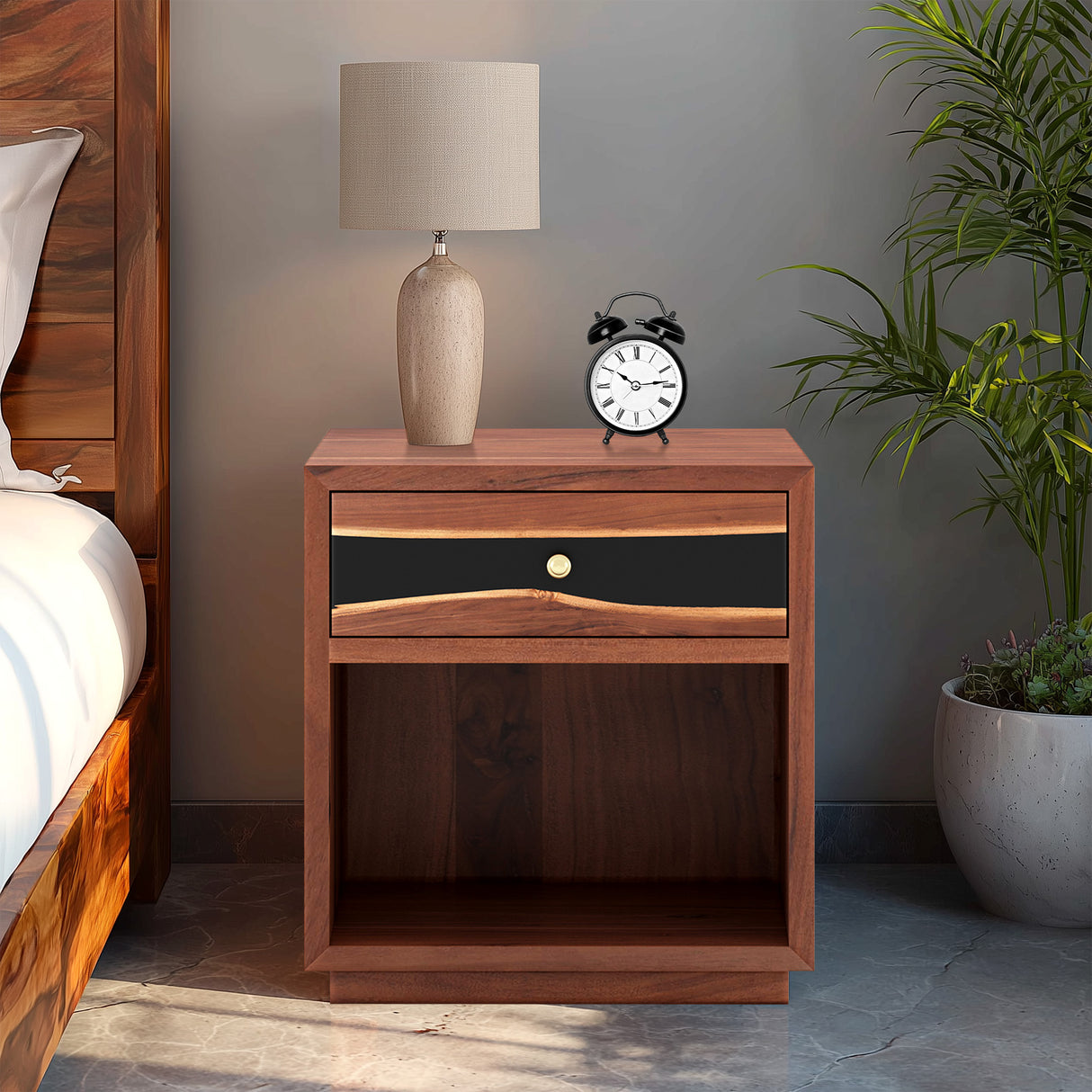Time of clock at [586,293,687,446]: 10:13
